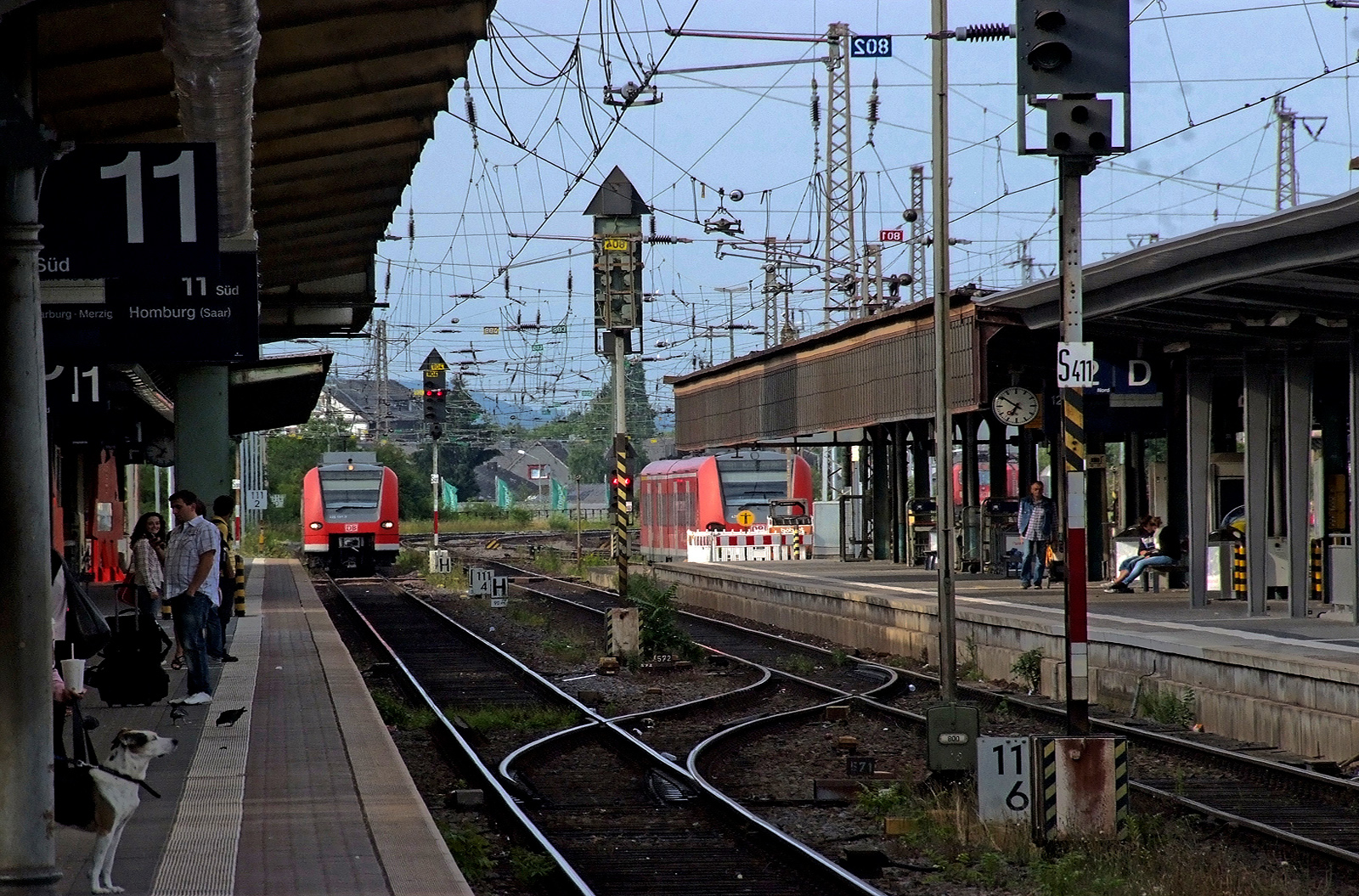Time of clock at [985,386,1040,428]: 6:50
